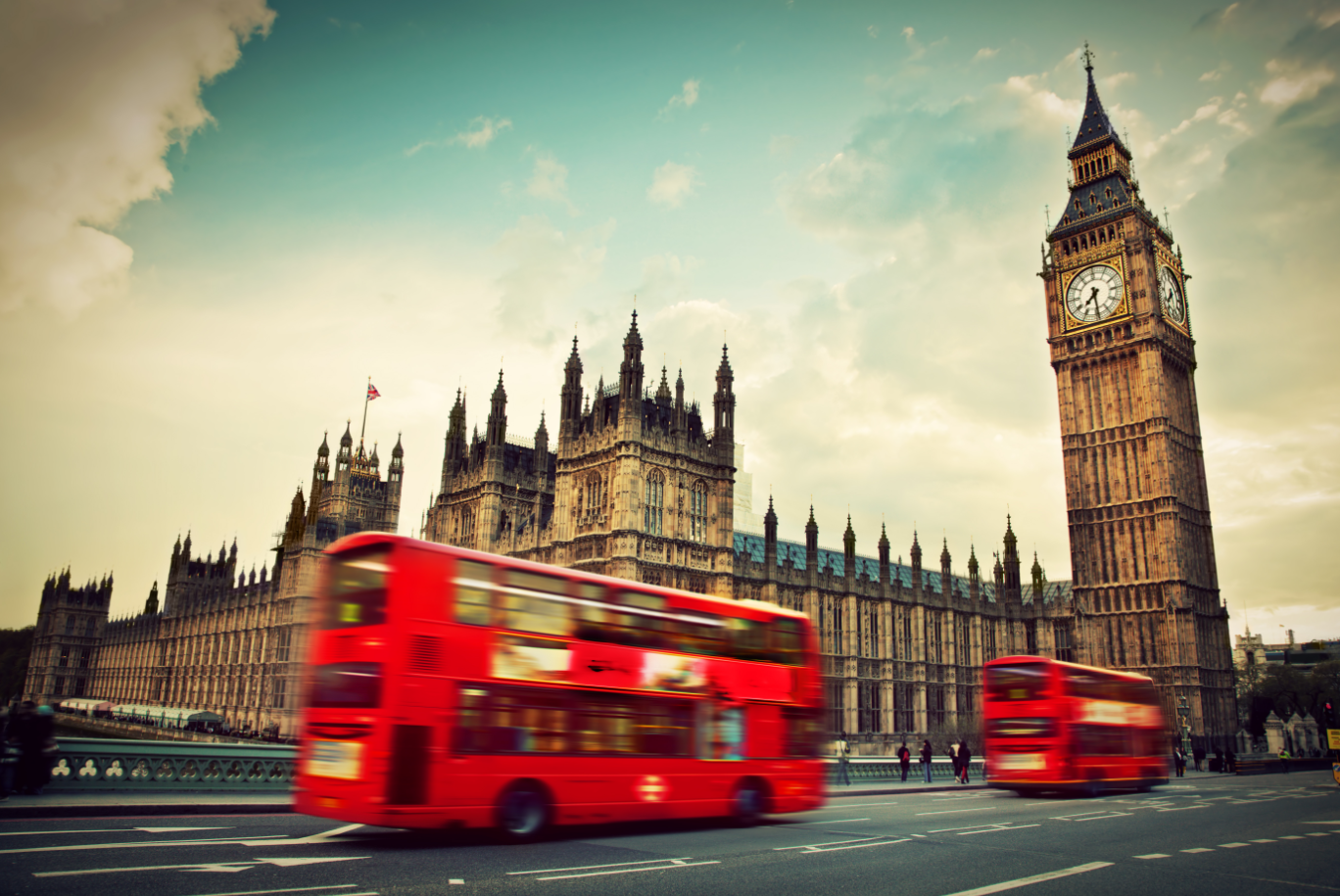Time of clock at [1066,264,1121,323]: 7:29
